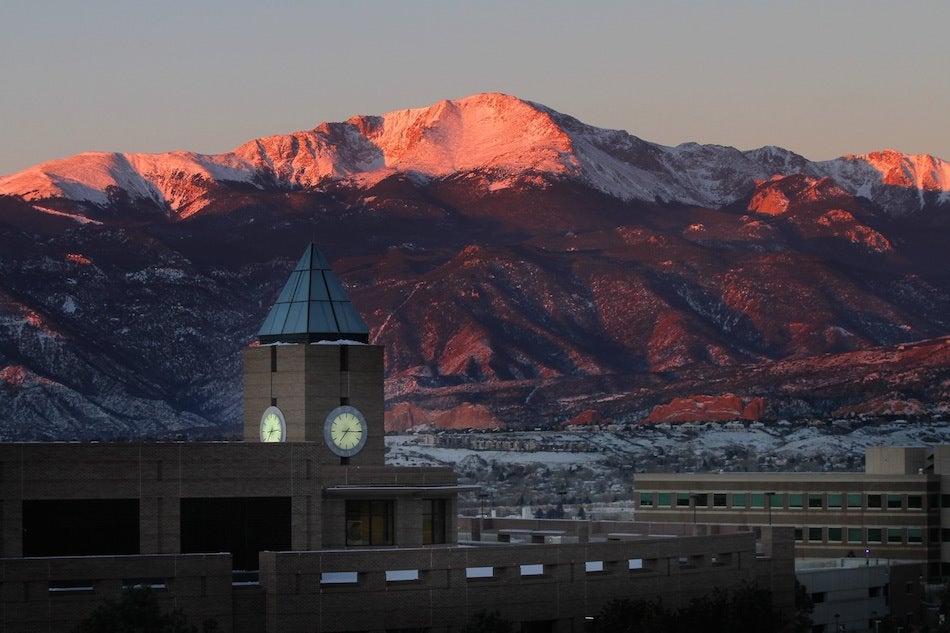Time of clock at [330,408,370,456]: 7:15
